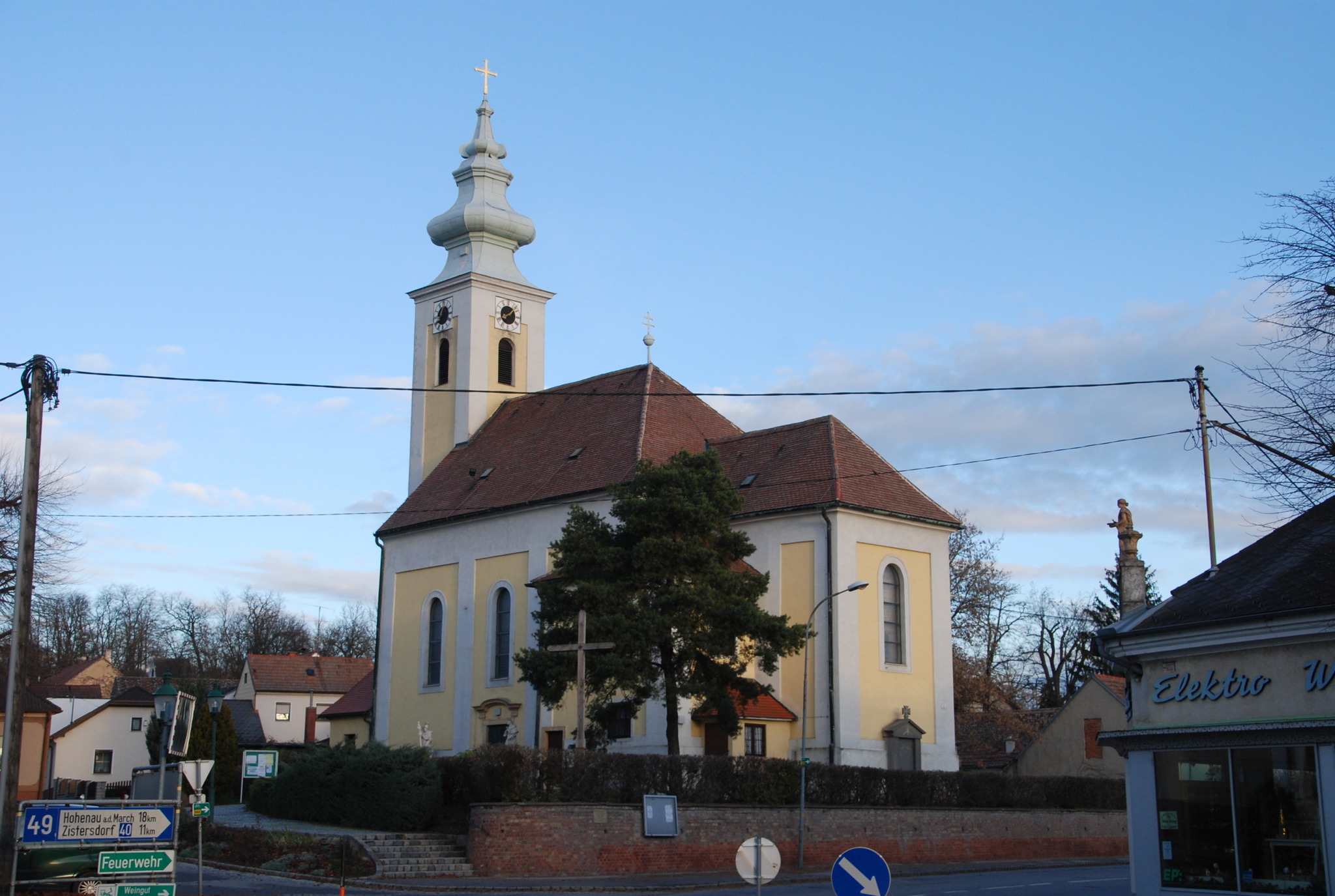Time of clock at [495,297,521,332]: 8:07
